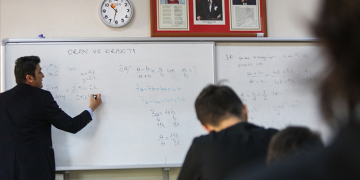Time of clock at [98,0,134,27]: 10:32
